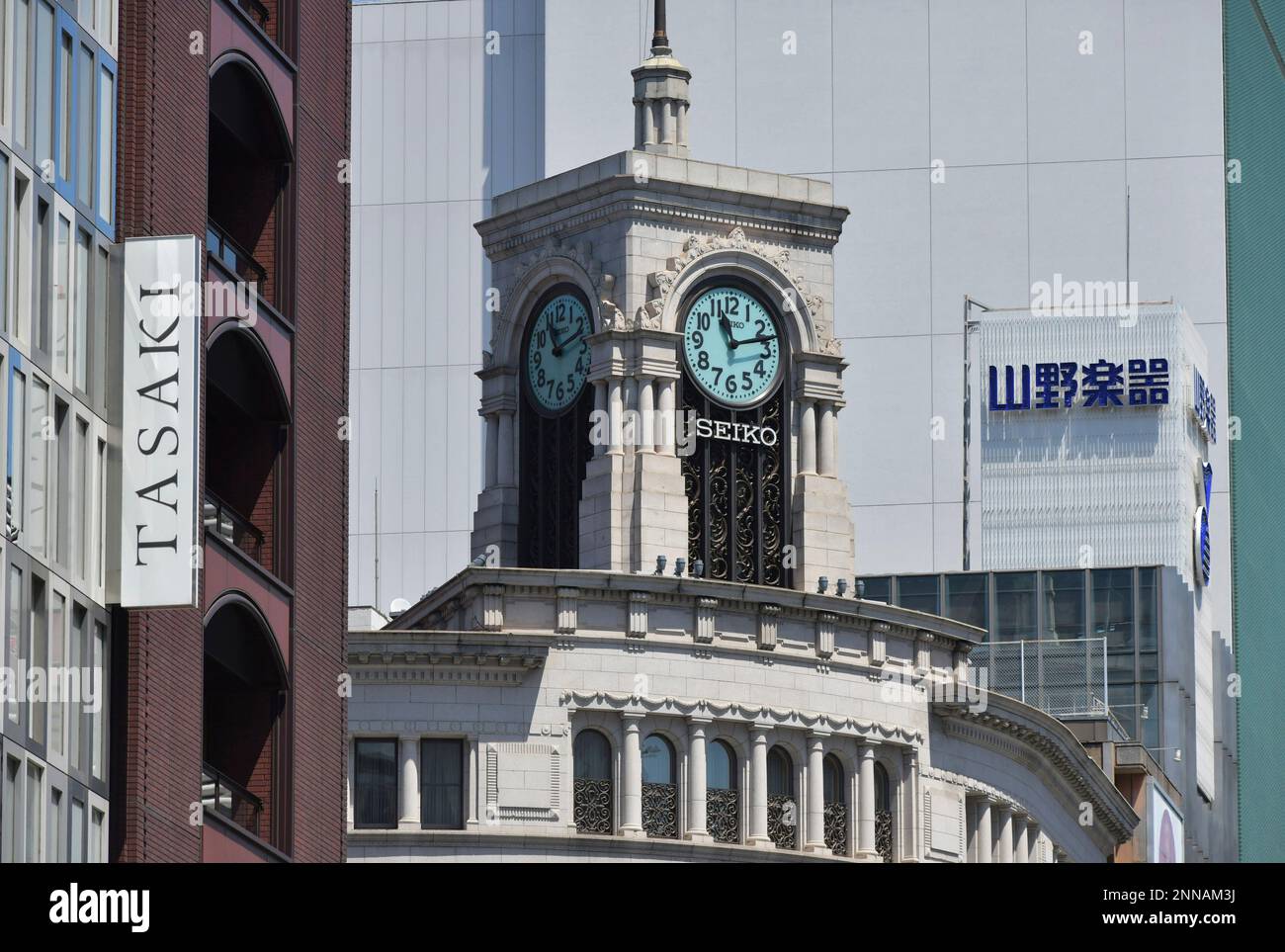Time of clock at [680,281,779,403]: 11:12
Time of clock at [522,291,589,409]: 11:12
